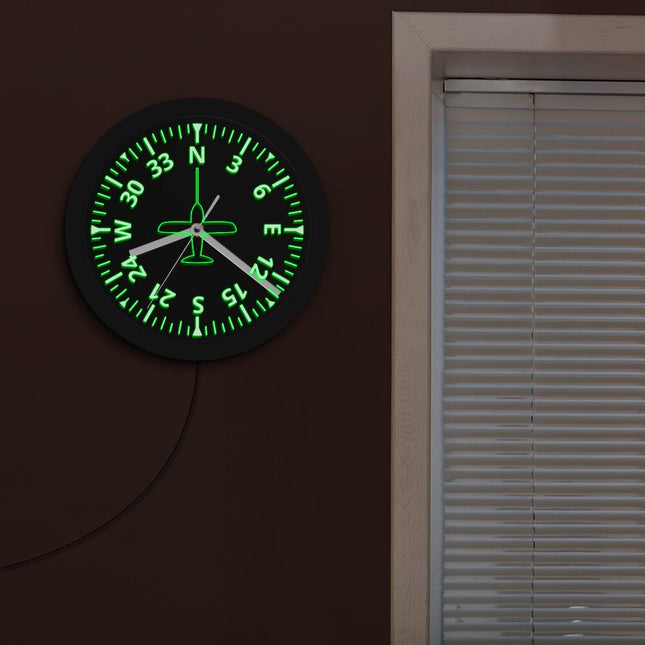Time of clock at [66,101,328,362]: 8:21
